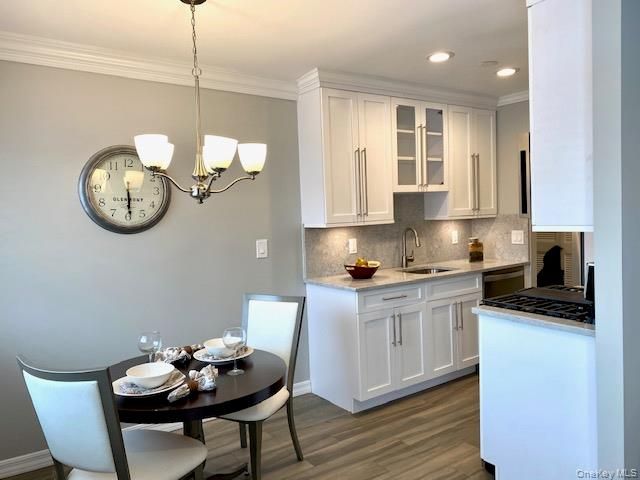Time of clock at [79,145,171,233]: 5:29
